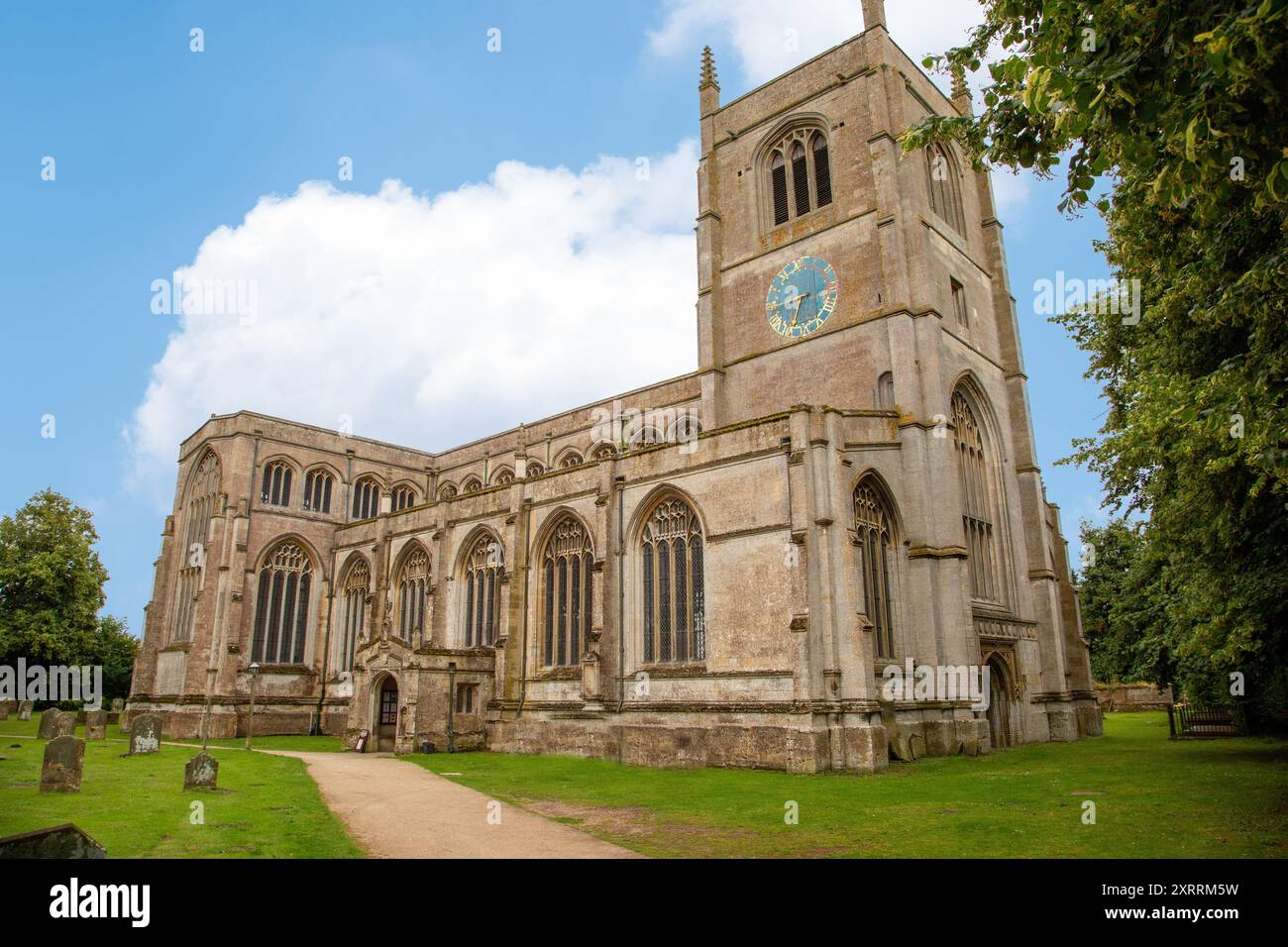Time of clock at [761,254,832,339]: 8:32
